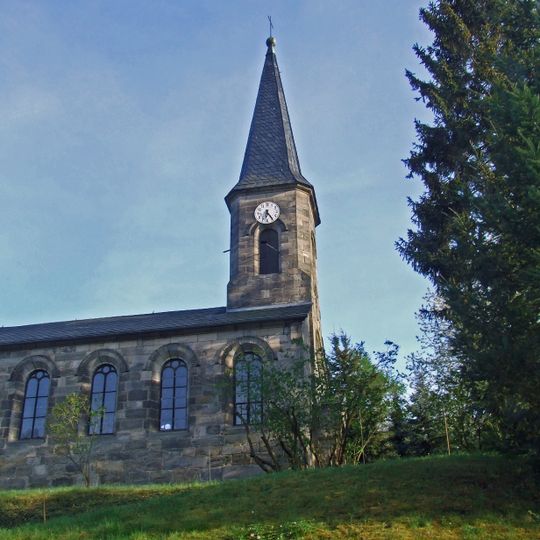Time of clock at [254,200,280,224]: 6:24
